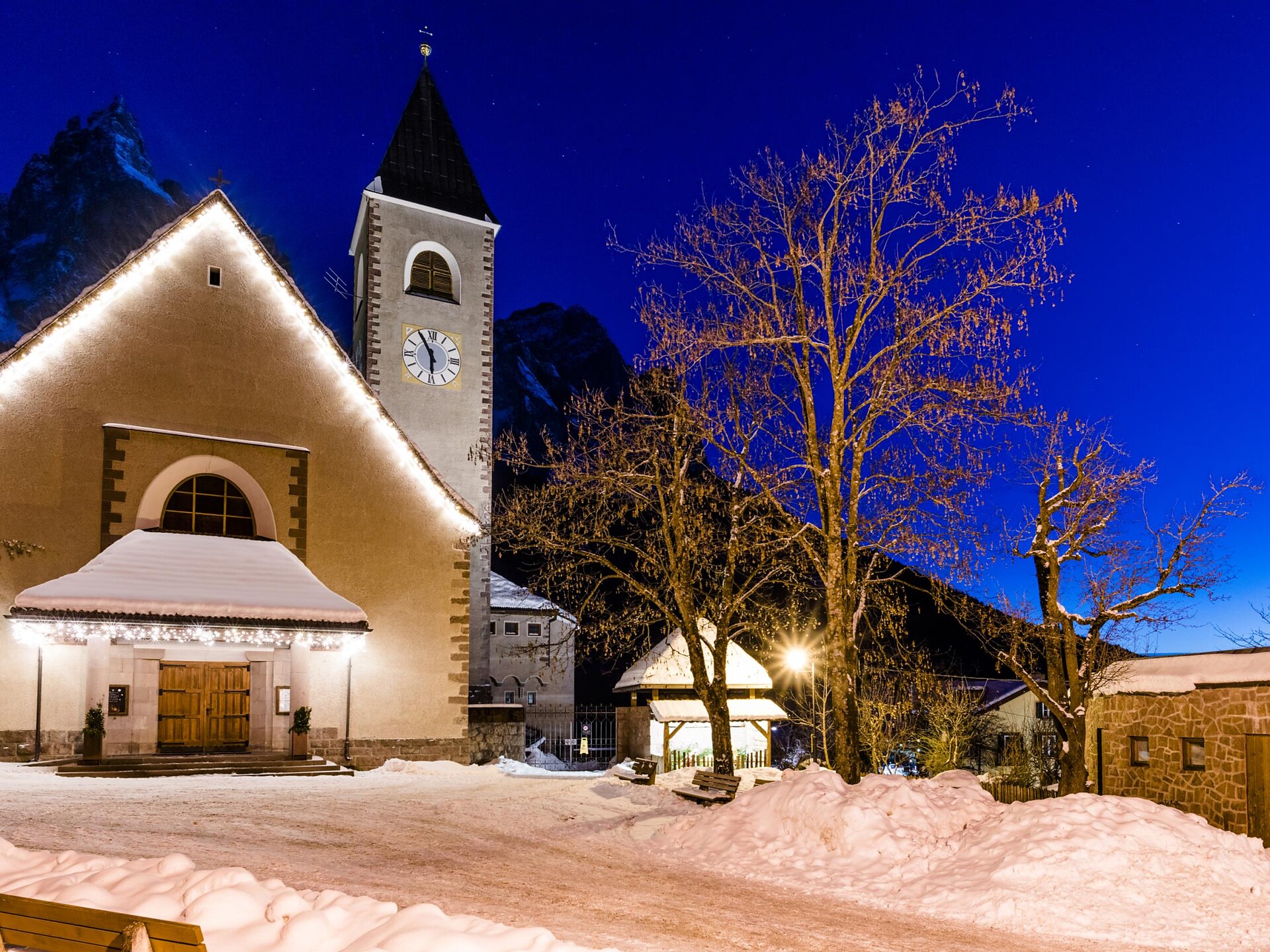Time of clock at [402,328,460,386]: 5:54
